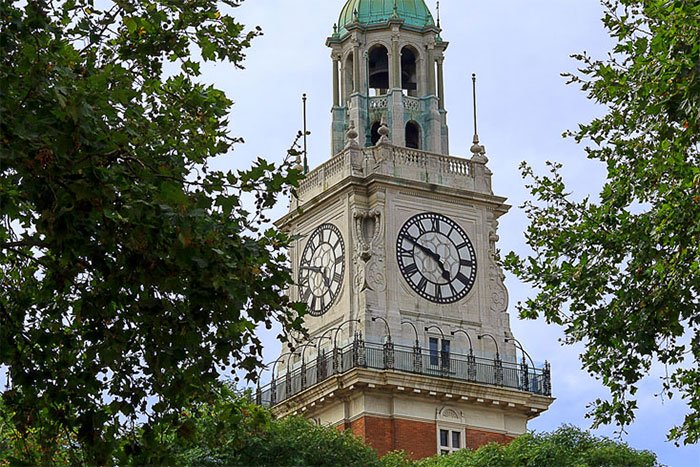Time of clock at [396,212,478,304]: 4:48
